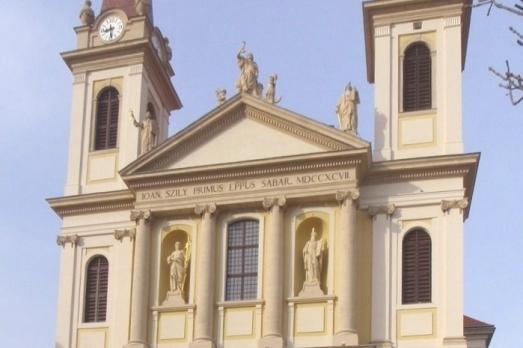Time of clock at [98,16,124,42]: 8:29
